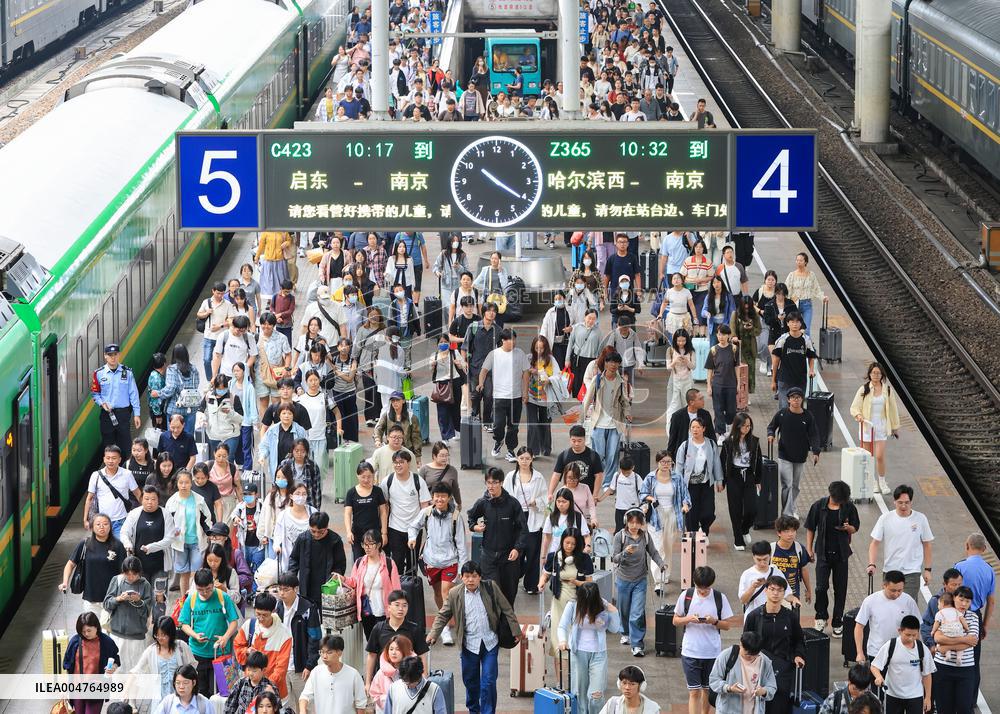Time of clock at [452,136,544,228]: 10:20
